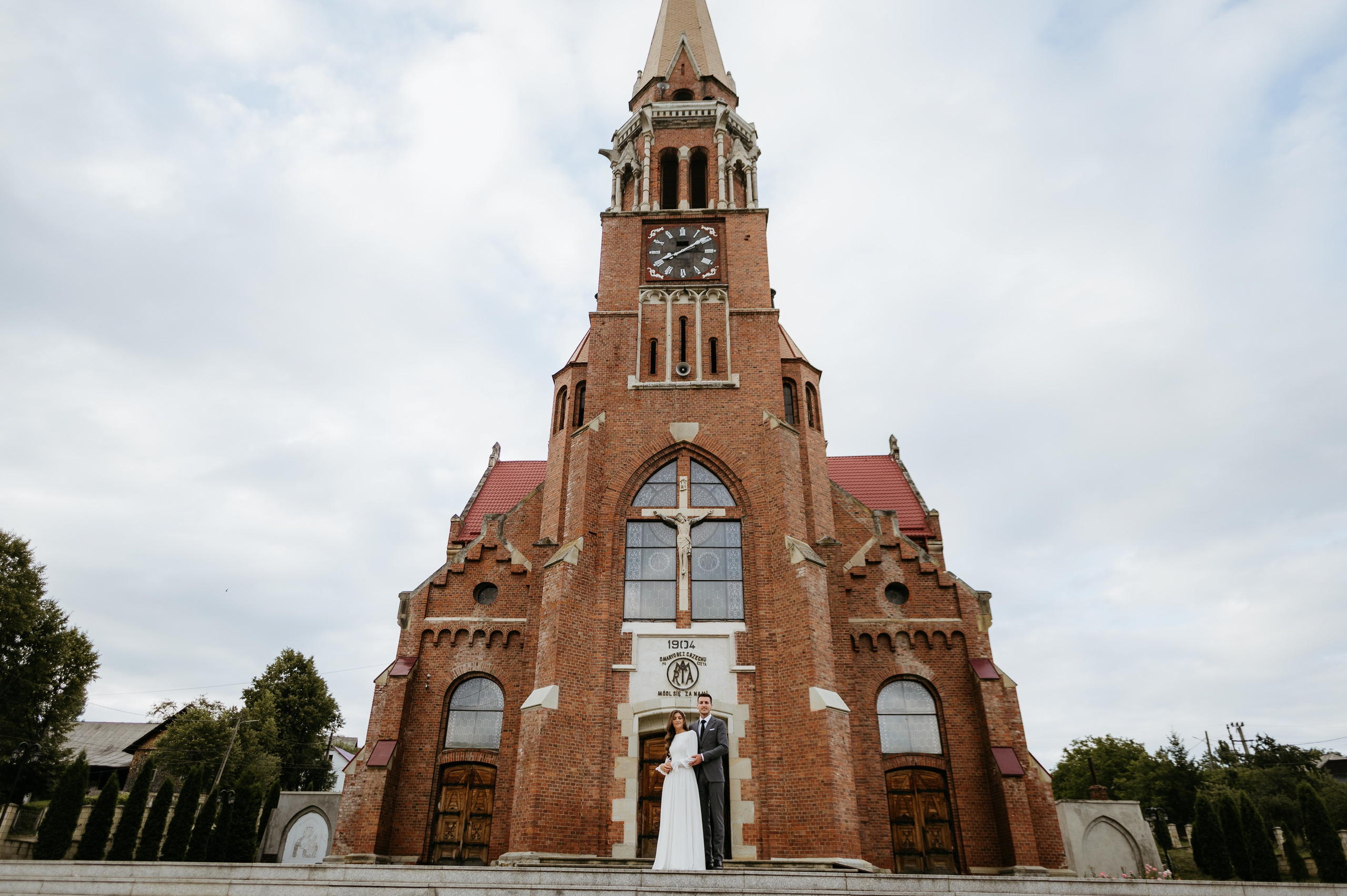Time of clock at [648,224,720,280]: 8:09
